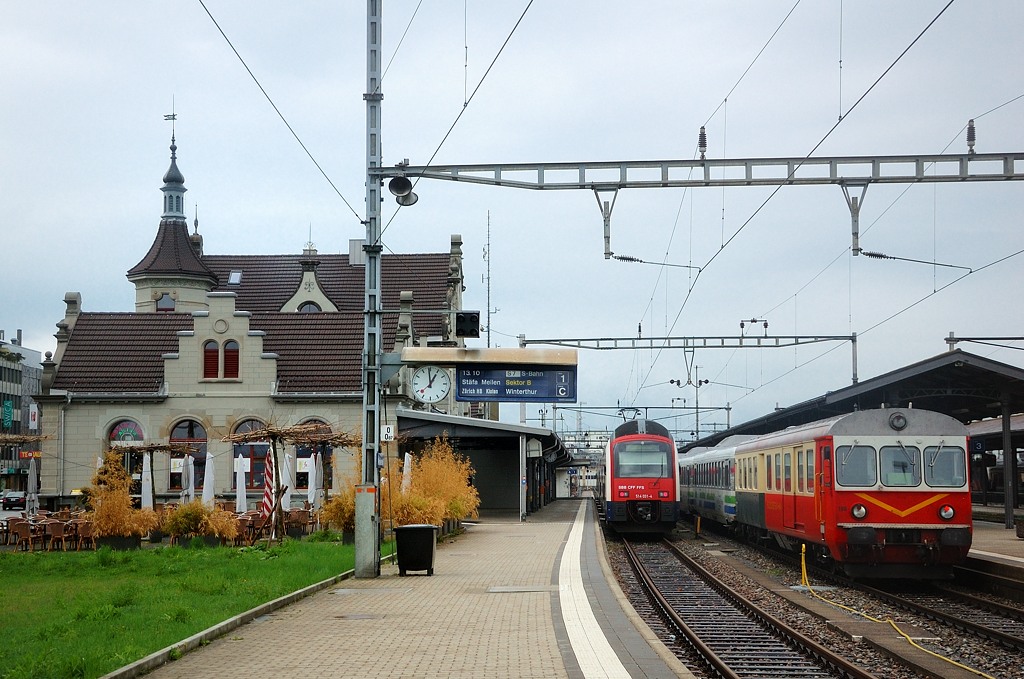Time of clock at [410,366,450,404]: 12:59
